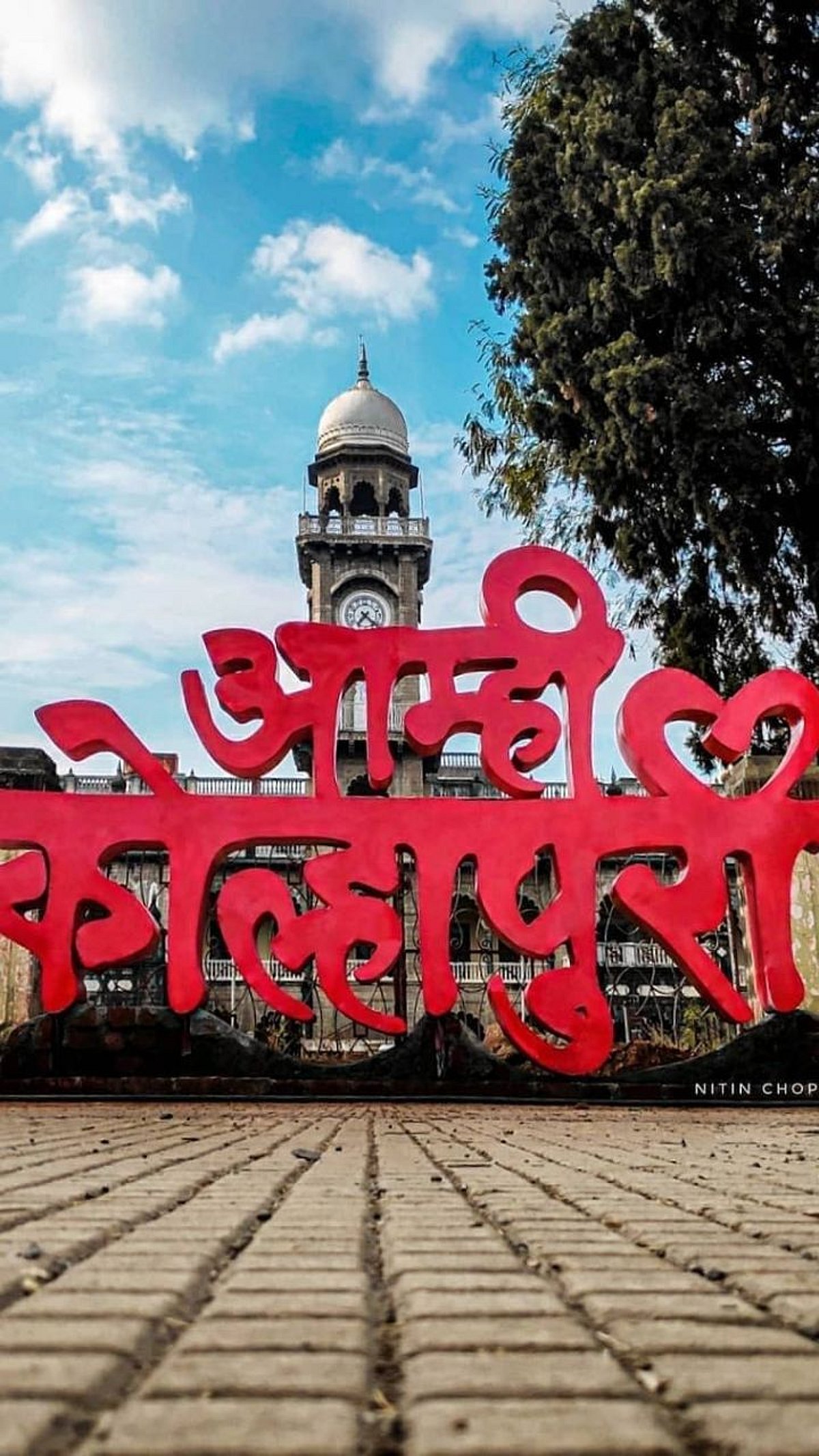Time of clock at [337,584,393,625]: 7:22
